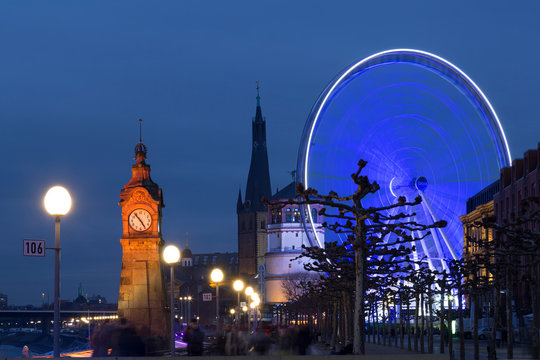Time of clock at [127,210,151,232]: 4:53
